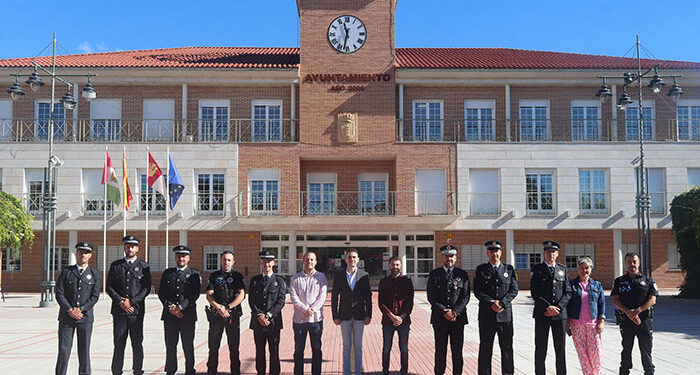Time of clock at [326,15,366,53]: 11:32
